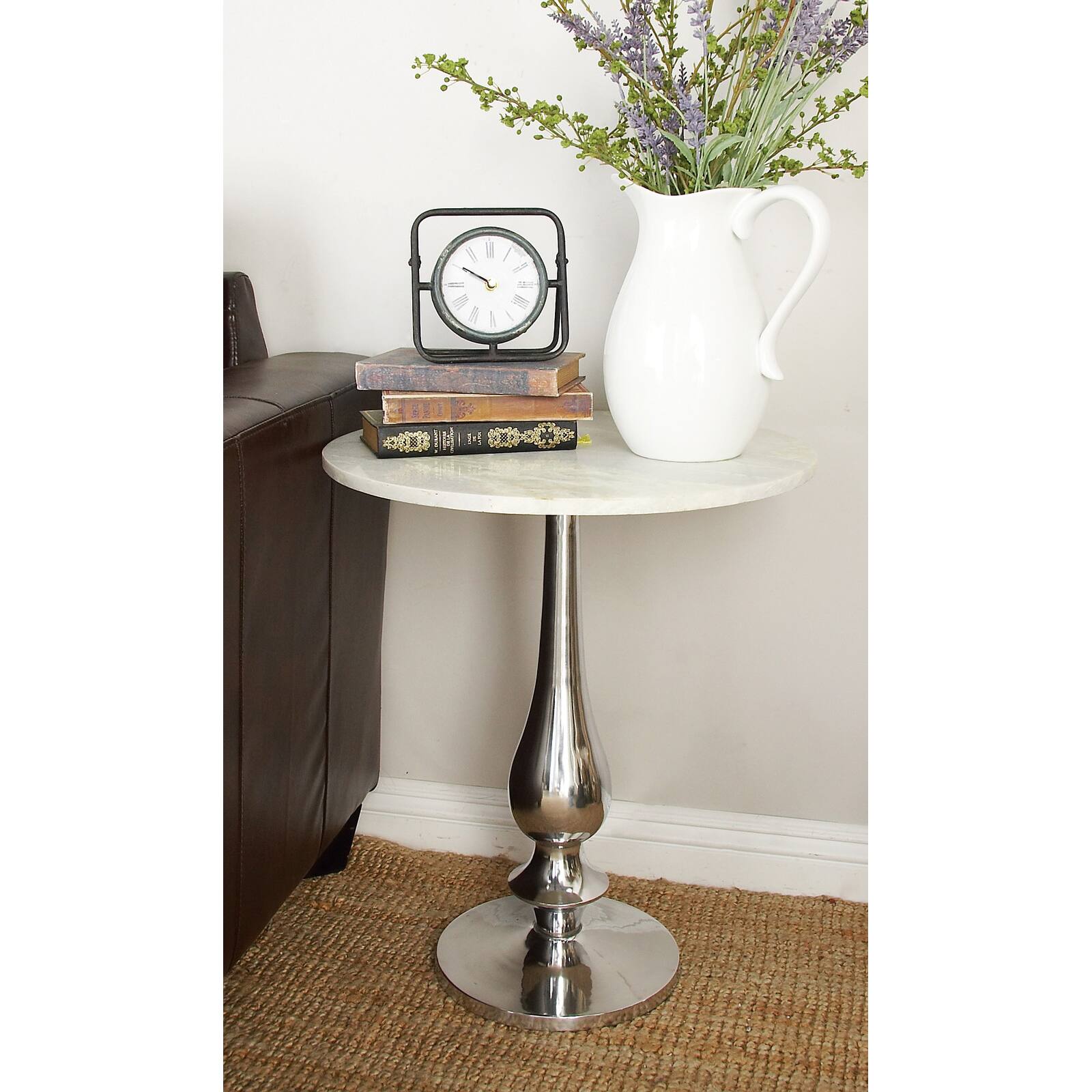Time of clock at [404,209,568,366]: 9:50
